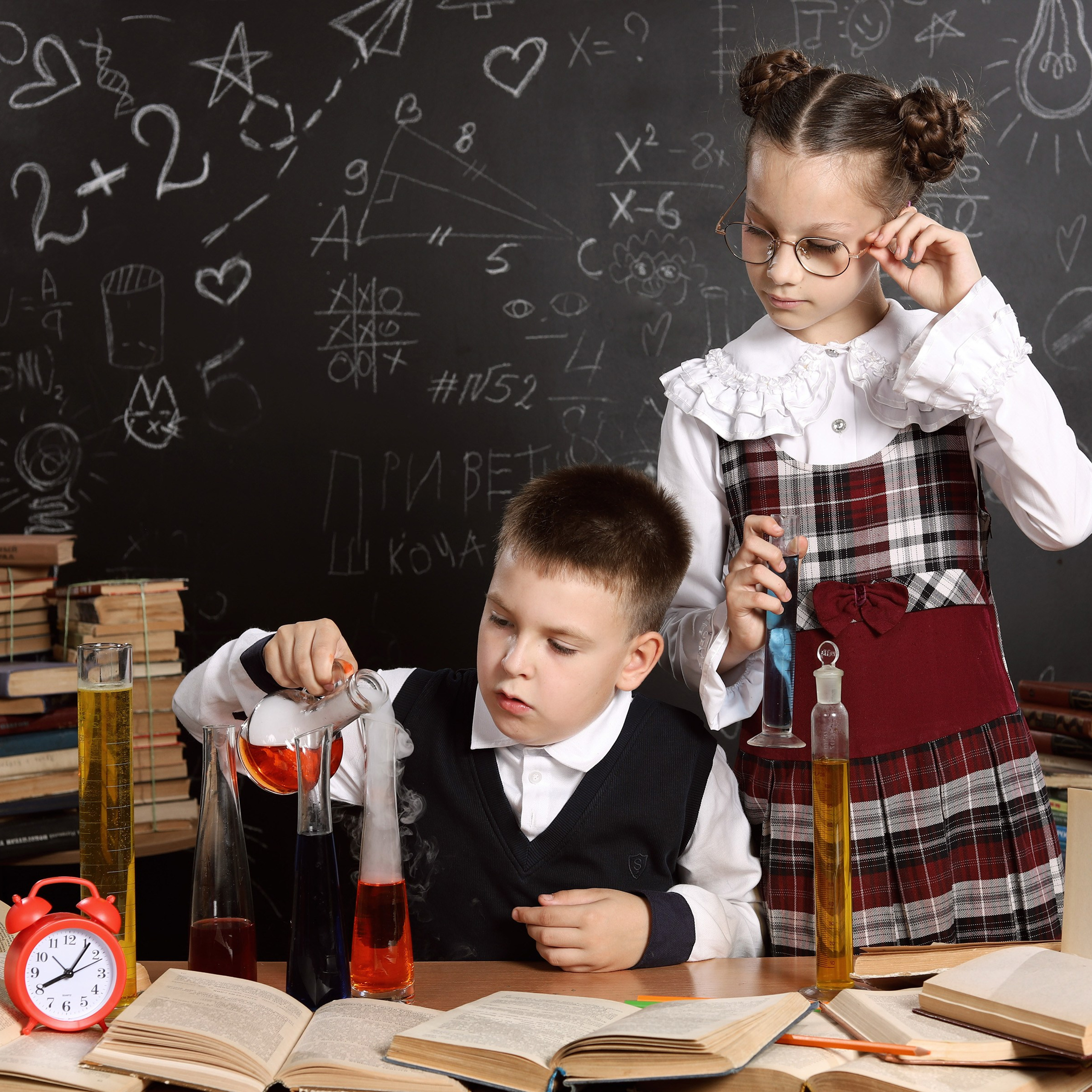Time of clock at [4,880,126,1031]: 8:06
